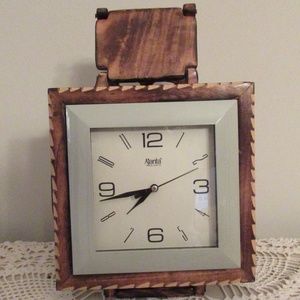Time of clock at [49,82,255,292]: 7:43
